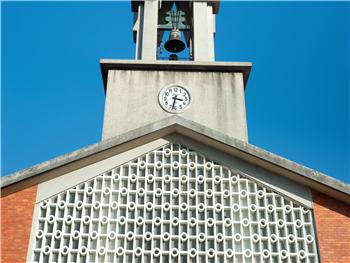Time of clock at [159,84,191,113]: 3:32
